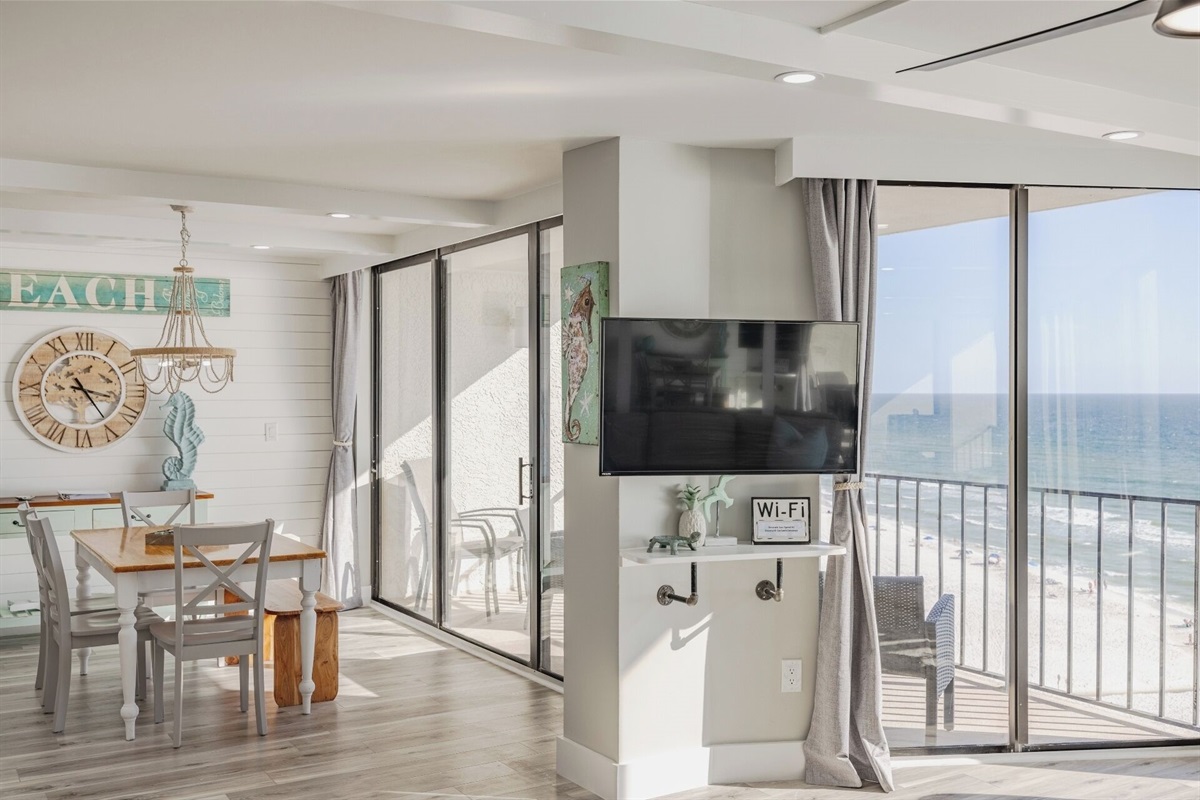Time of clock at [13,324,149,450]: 3:23
